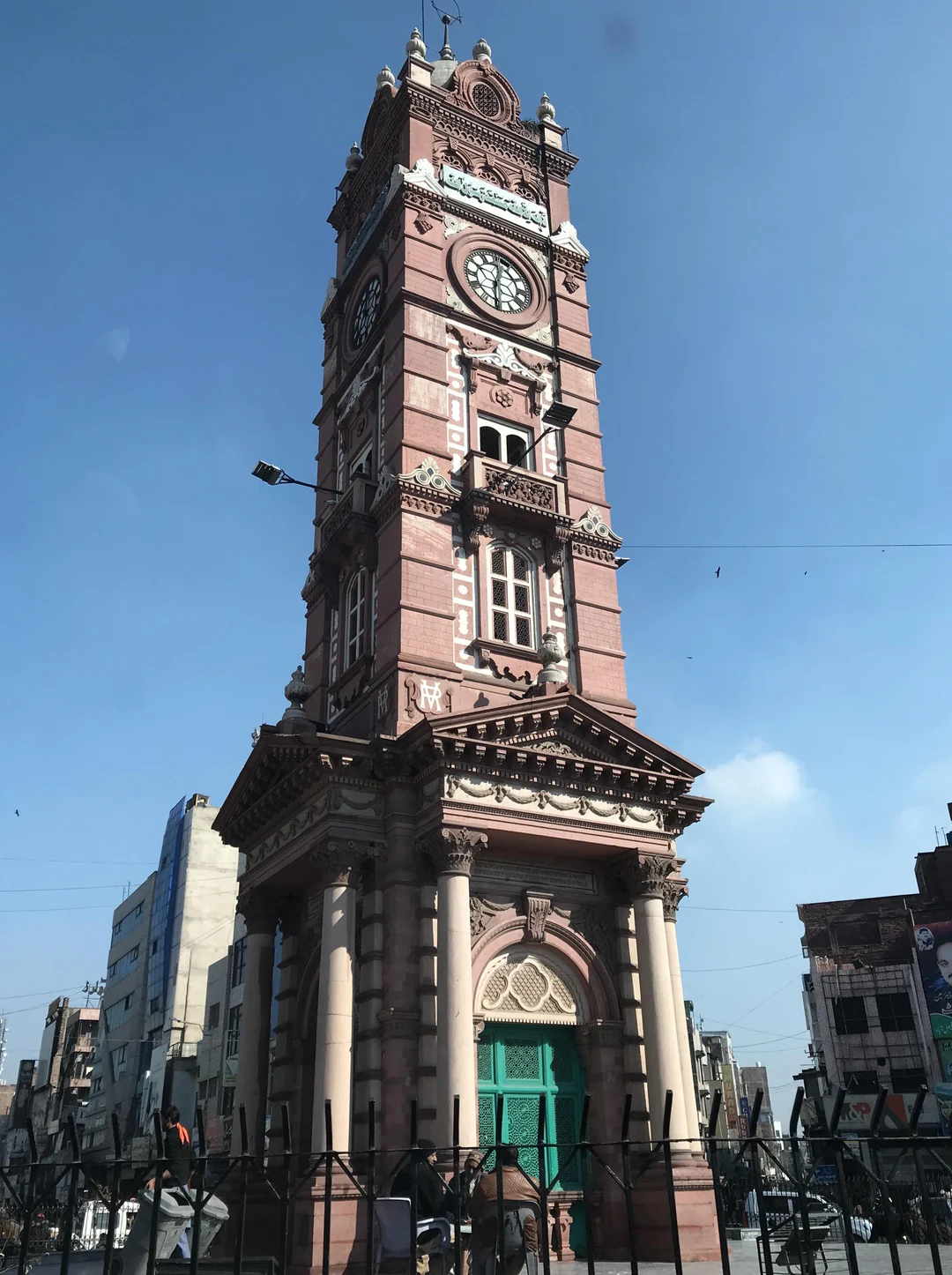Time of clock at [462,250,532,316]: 12:30
